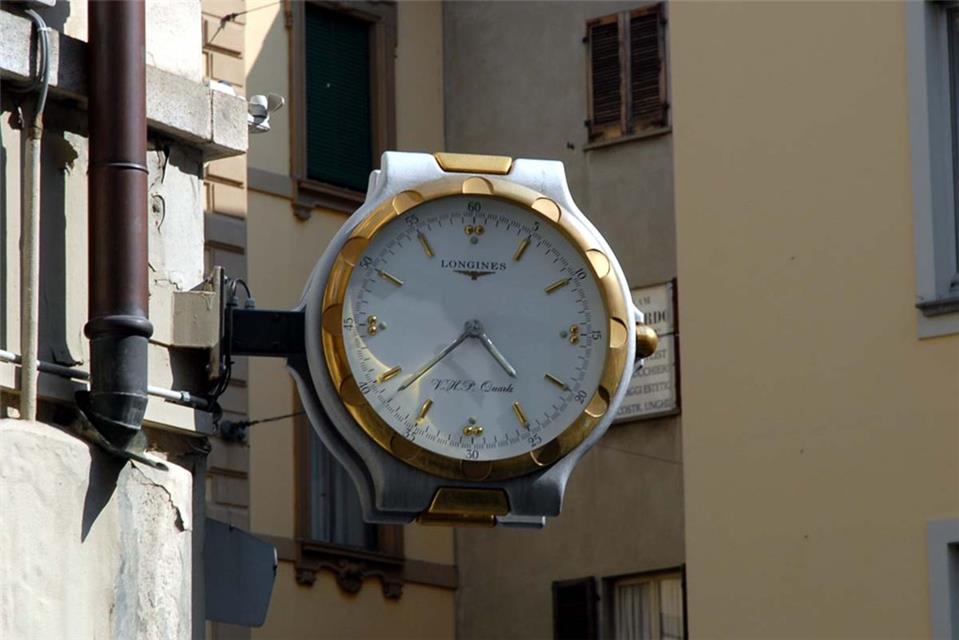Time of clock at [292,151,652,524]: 4:37
